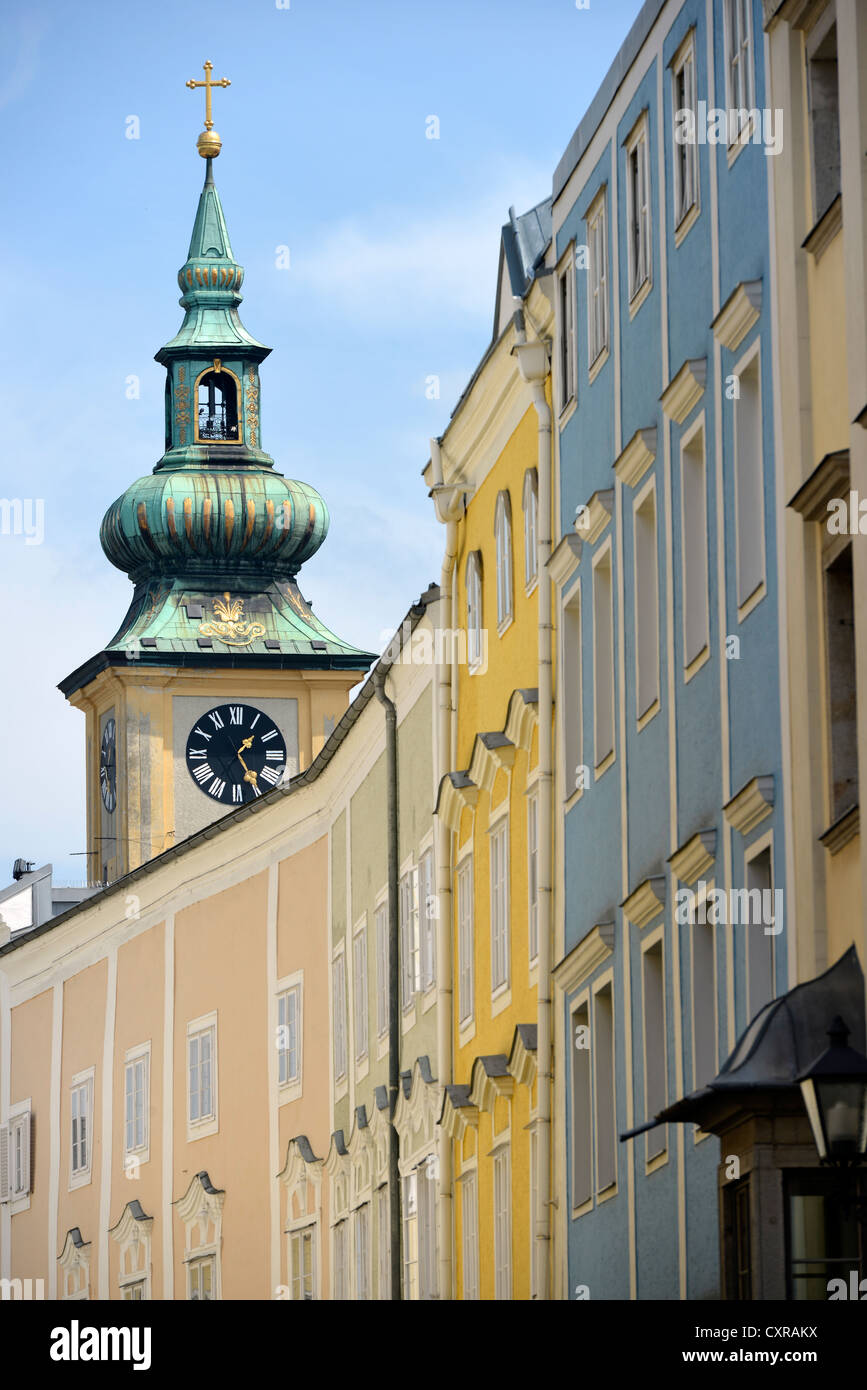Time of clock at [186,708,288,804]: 1:24
